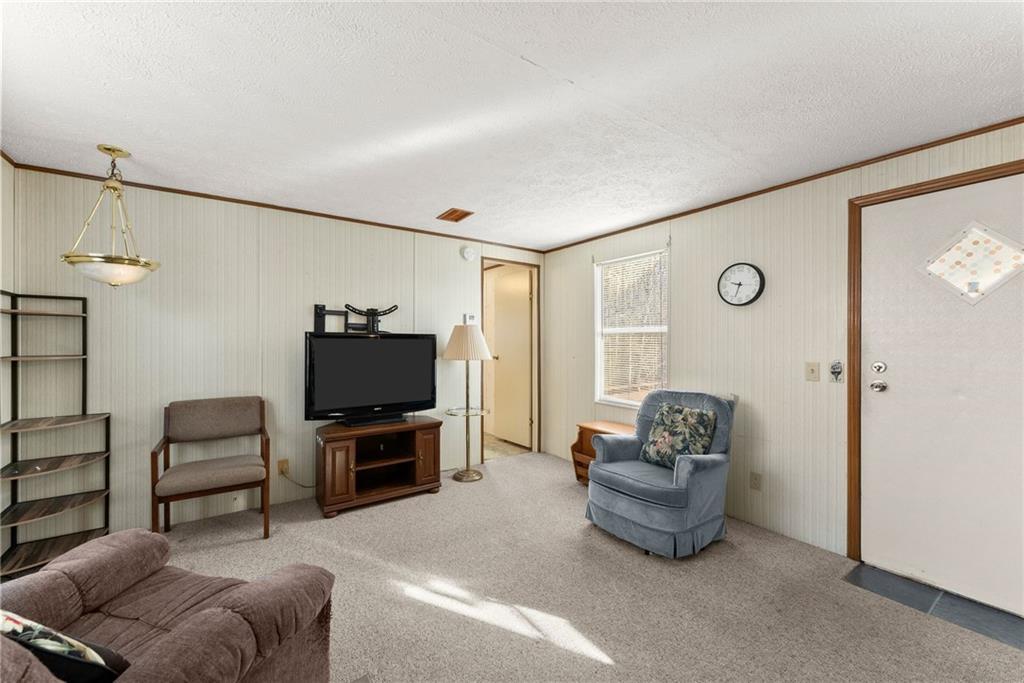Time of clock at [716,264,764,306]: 9:33
